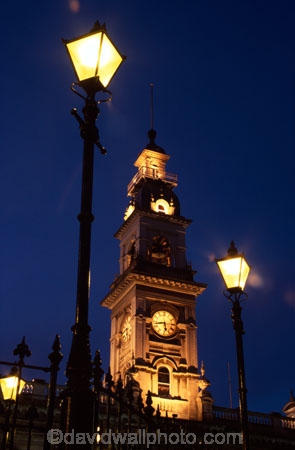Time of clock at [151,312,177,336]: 5:42
